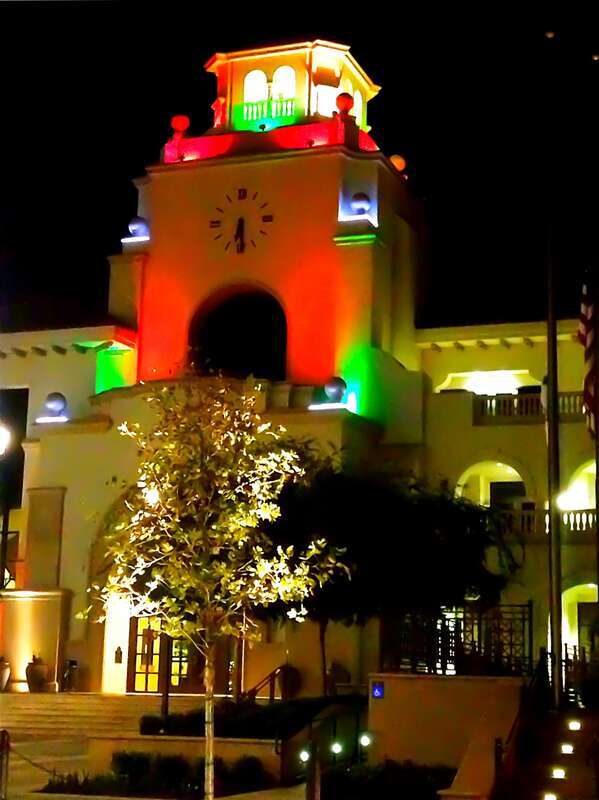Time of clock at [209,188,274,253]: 6:29
